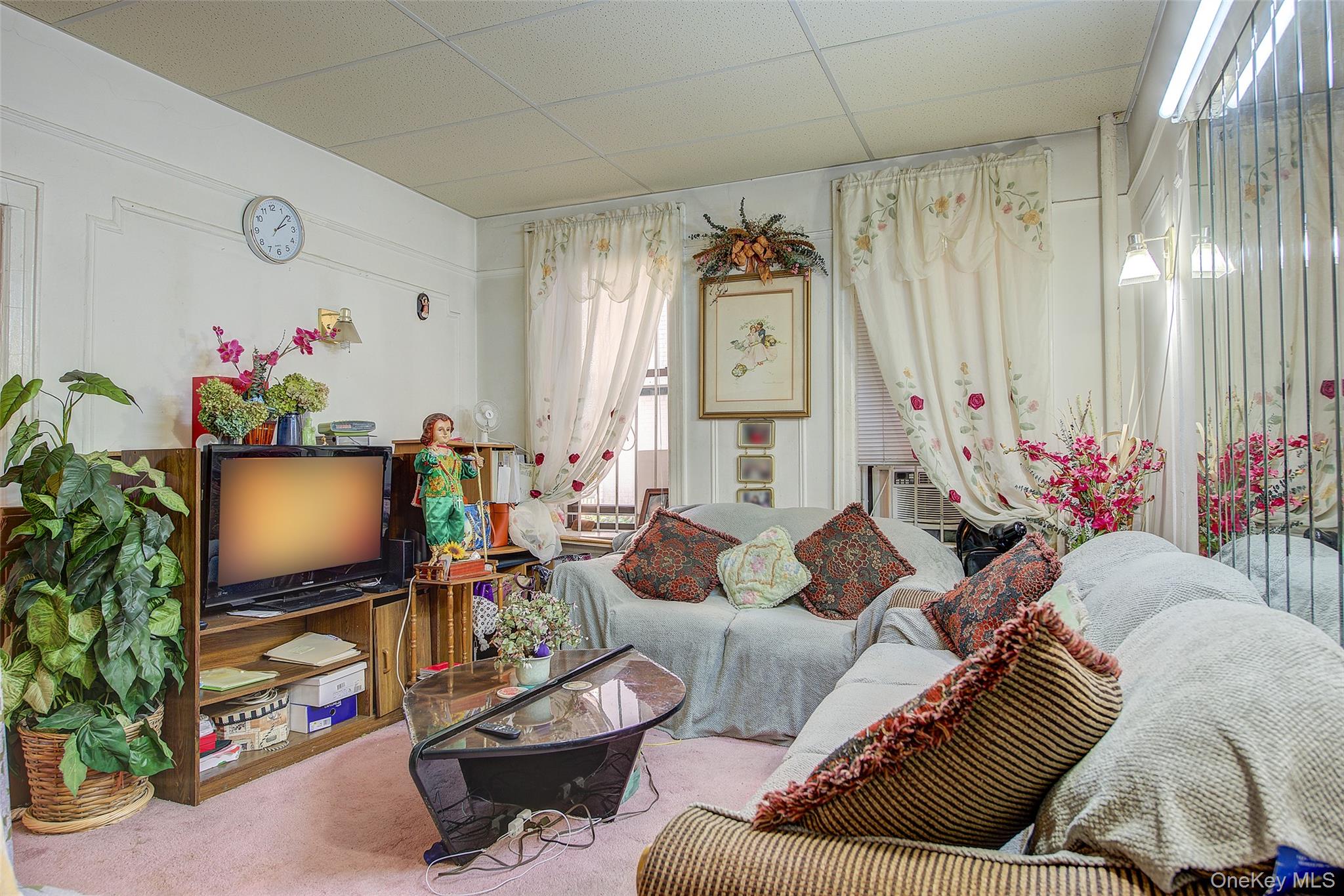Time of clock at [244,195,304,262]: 2:08
